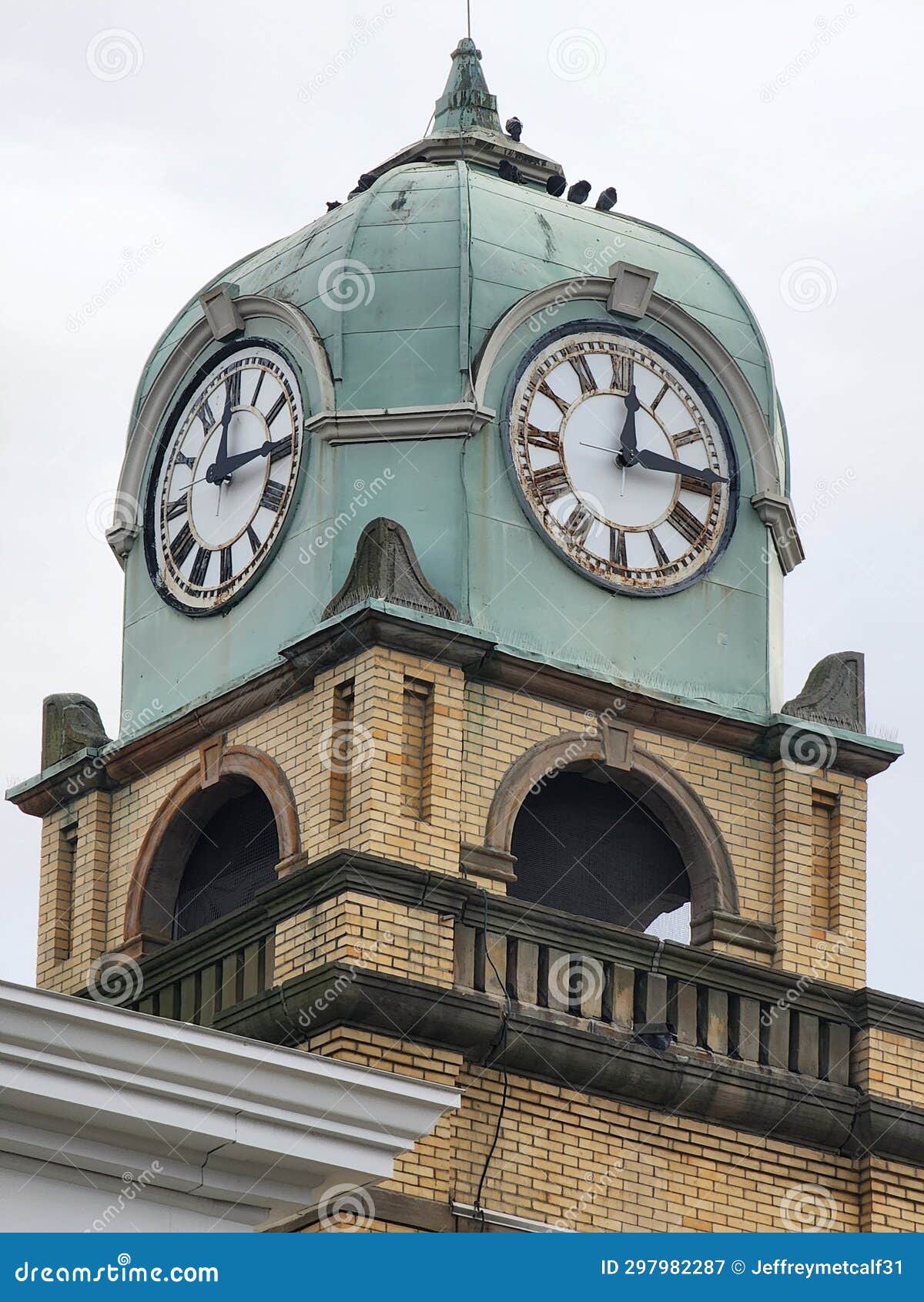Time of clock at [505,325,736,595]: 12:14
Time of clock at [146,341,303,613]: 12:14
